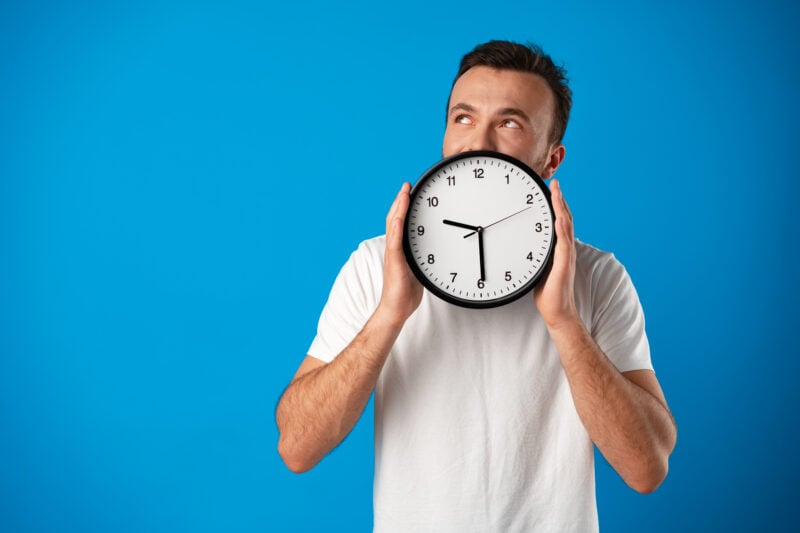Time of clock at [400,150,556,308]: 9:29
